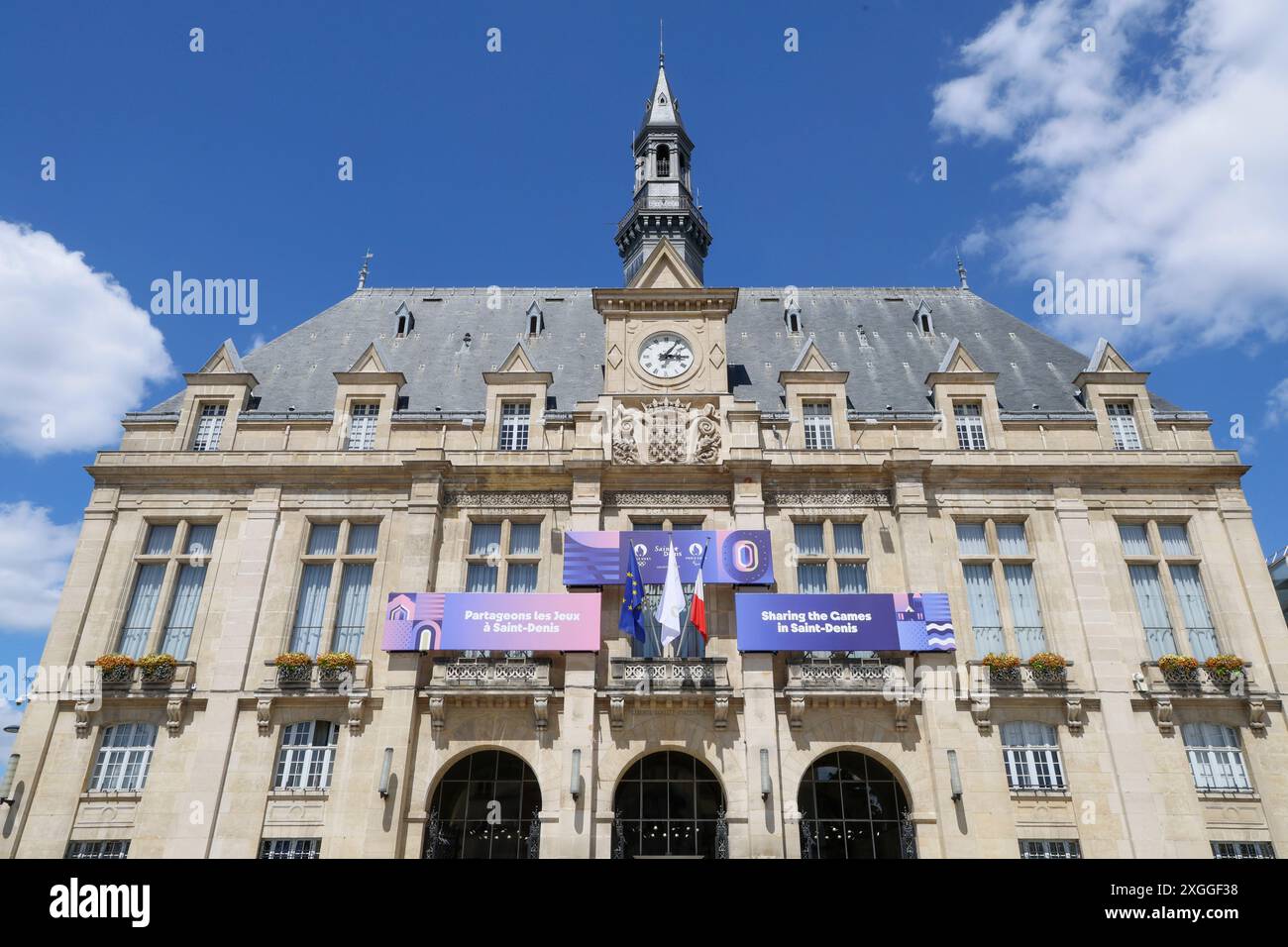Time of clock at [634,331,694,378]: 3:05
